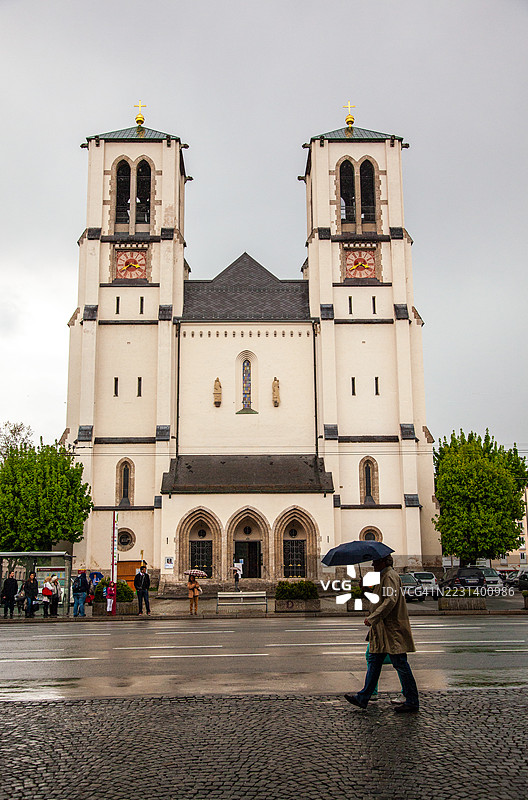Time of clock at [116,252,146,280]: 3:40
